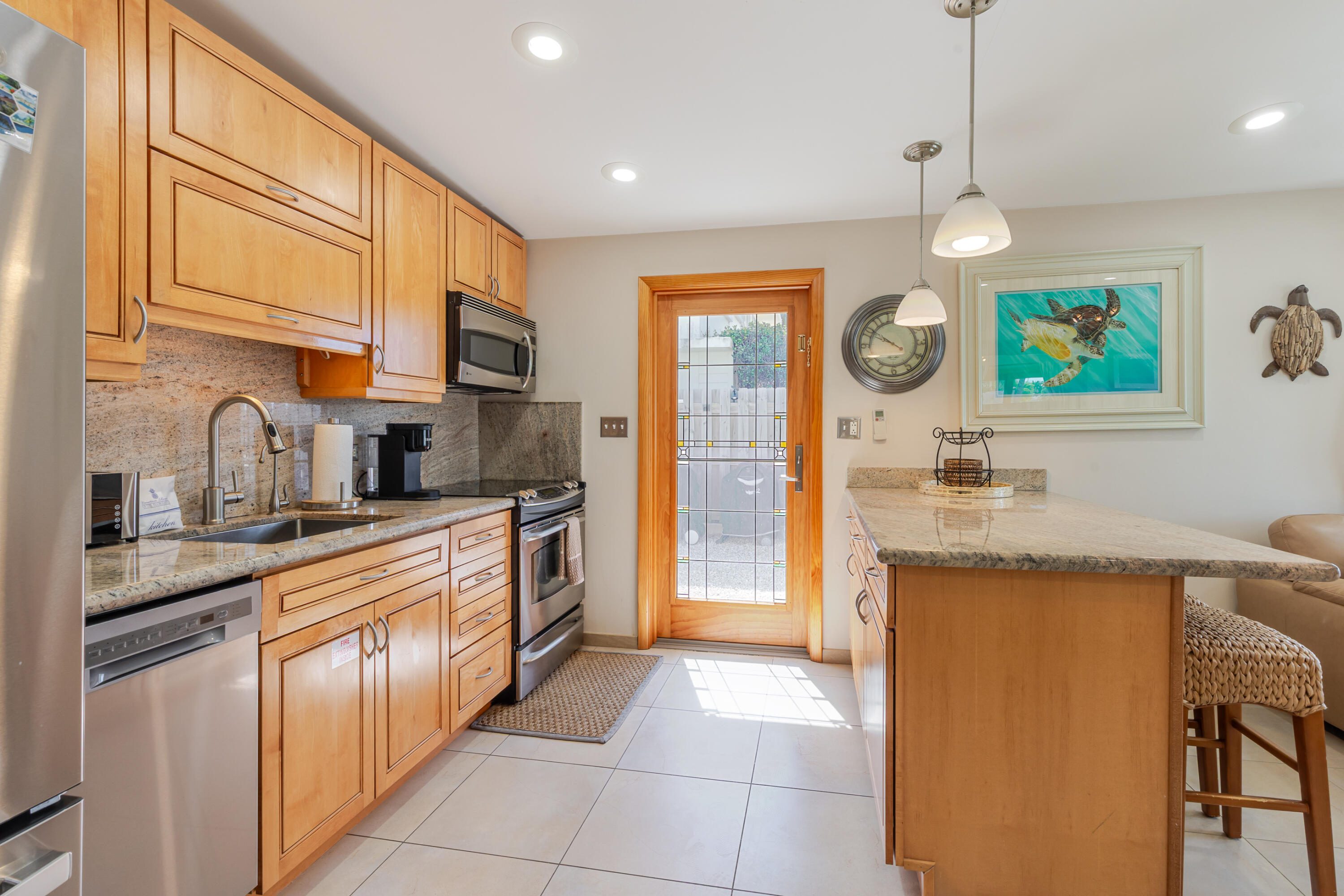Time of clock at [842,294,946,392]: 9:50
